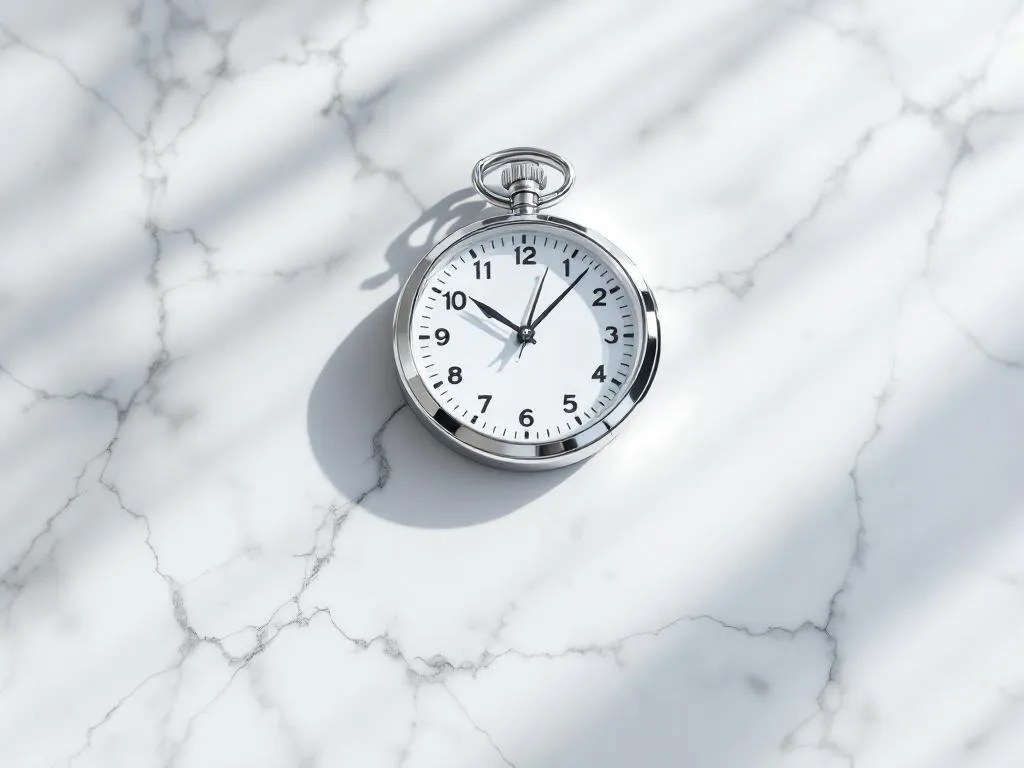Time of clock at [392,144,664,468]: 10:07
